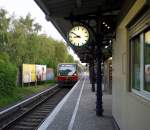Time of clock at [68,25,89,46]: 8:50
